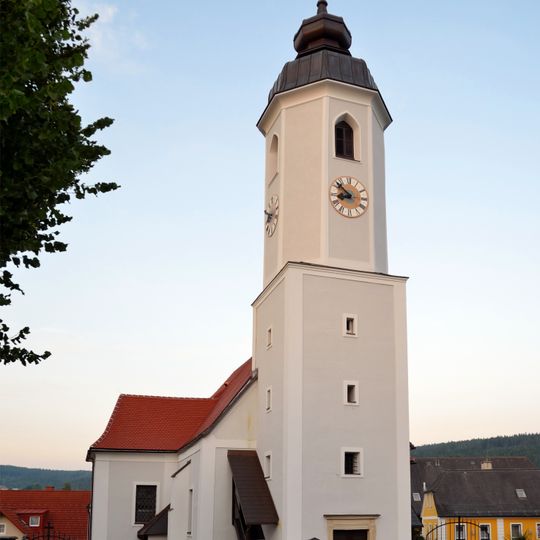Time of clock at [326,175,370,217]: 8:52
